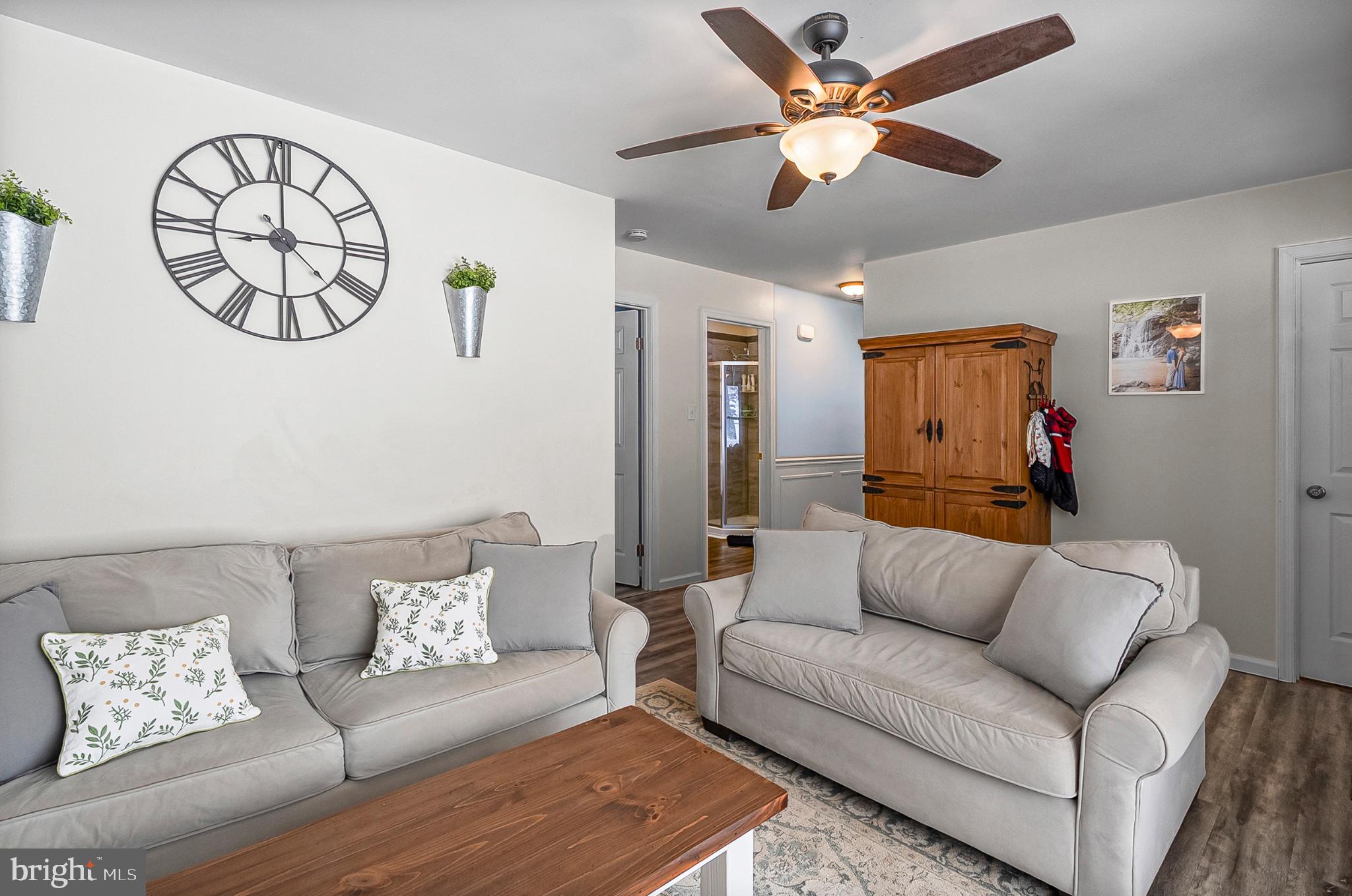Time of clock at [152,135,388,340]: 9:00
